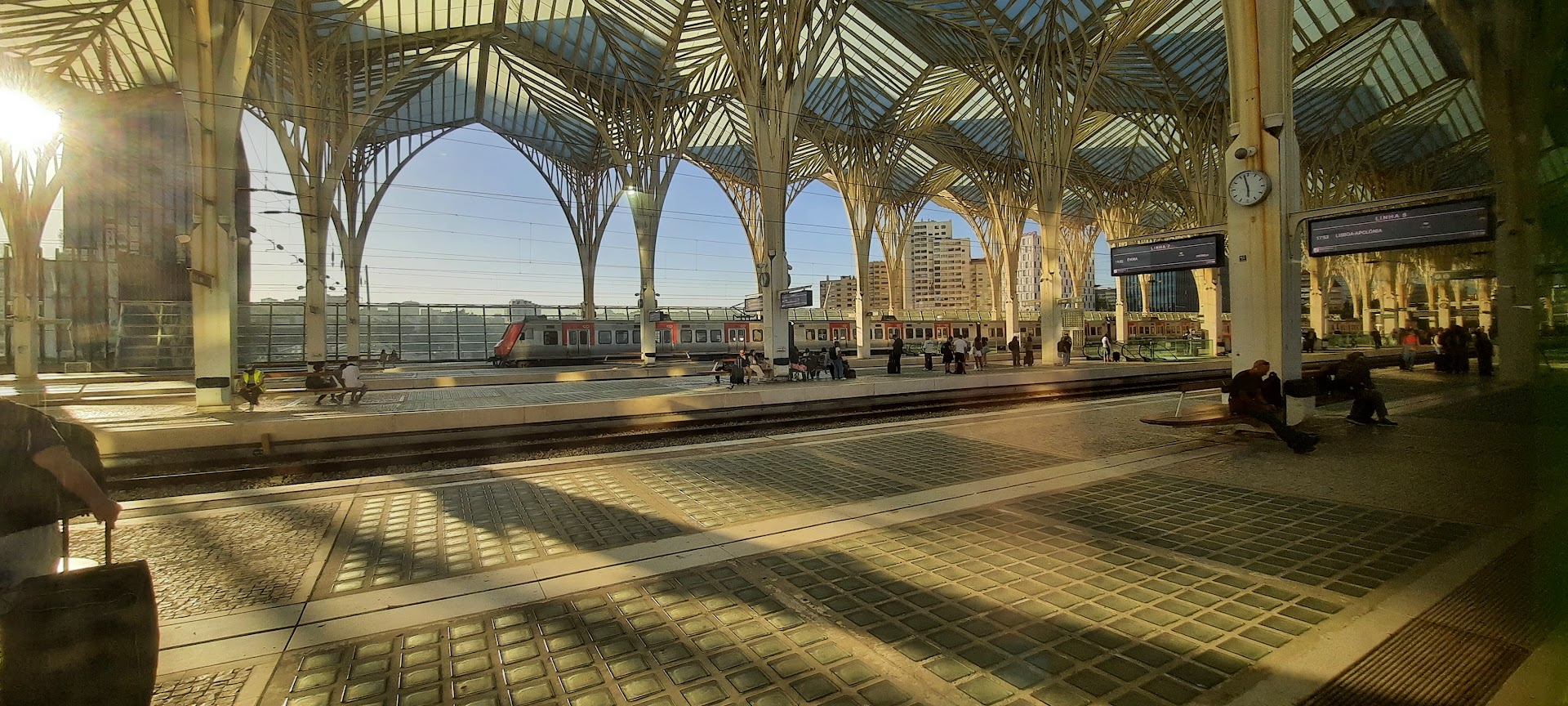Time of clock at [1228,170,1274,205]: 5:57
